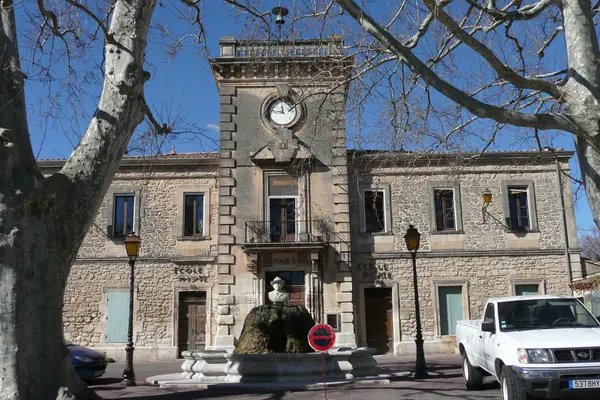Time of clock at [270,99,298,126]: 11:46
